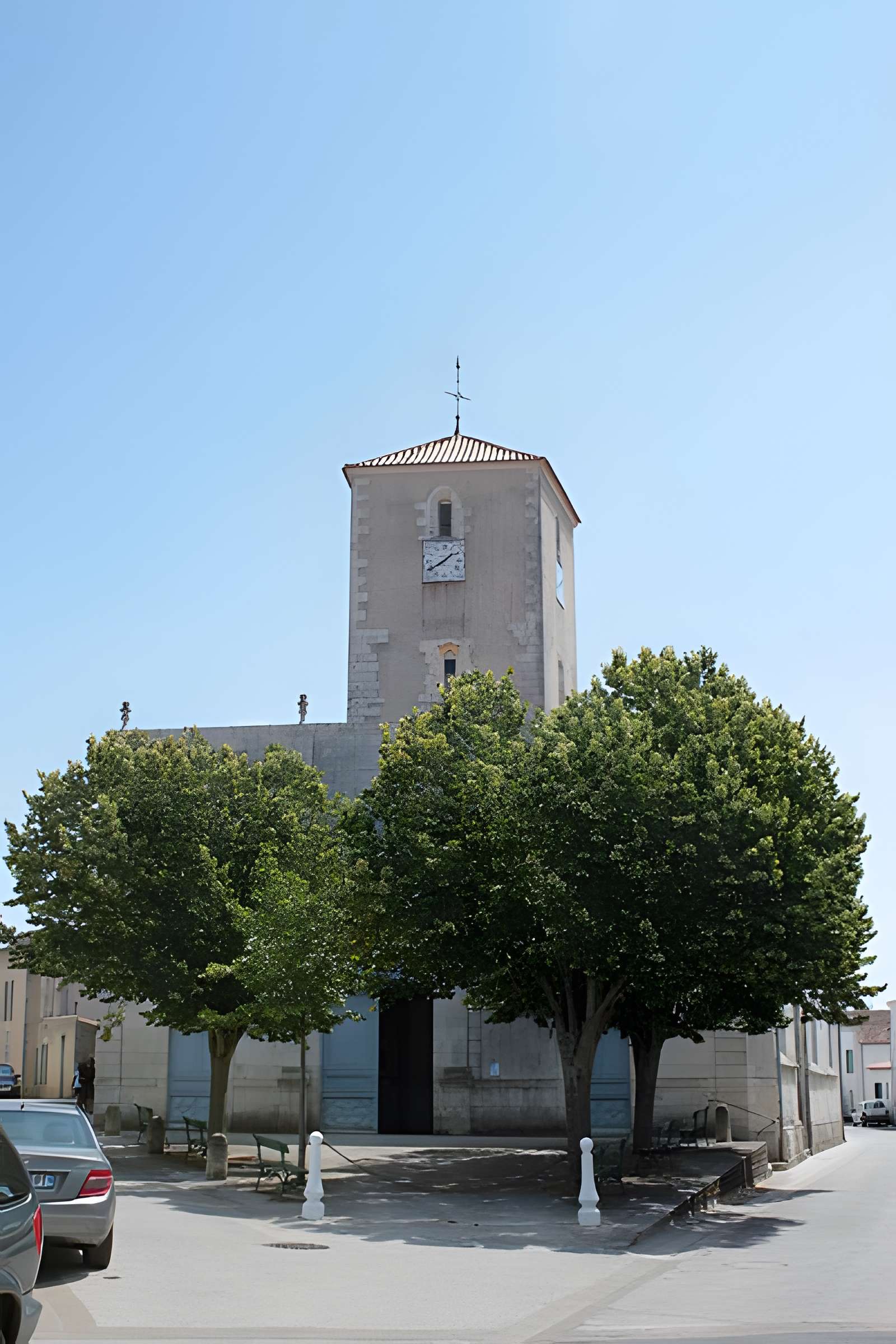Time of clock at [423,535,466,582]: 1:39
